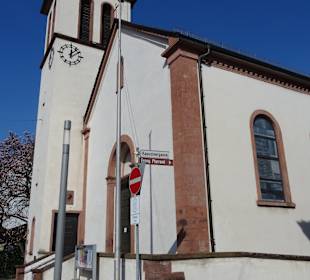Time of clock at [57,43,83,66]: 12:07
